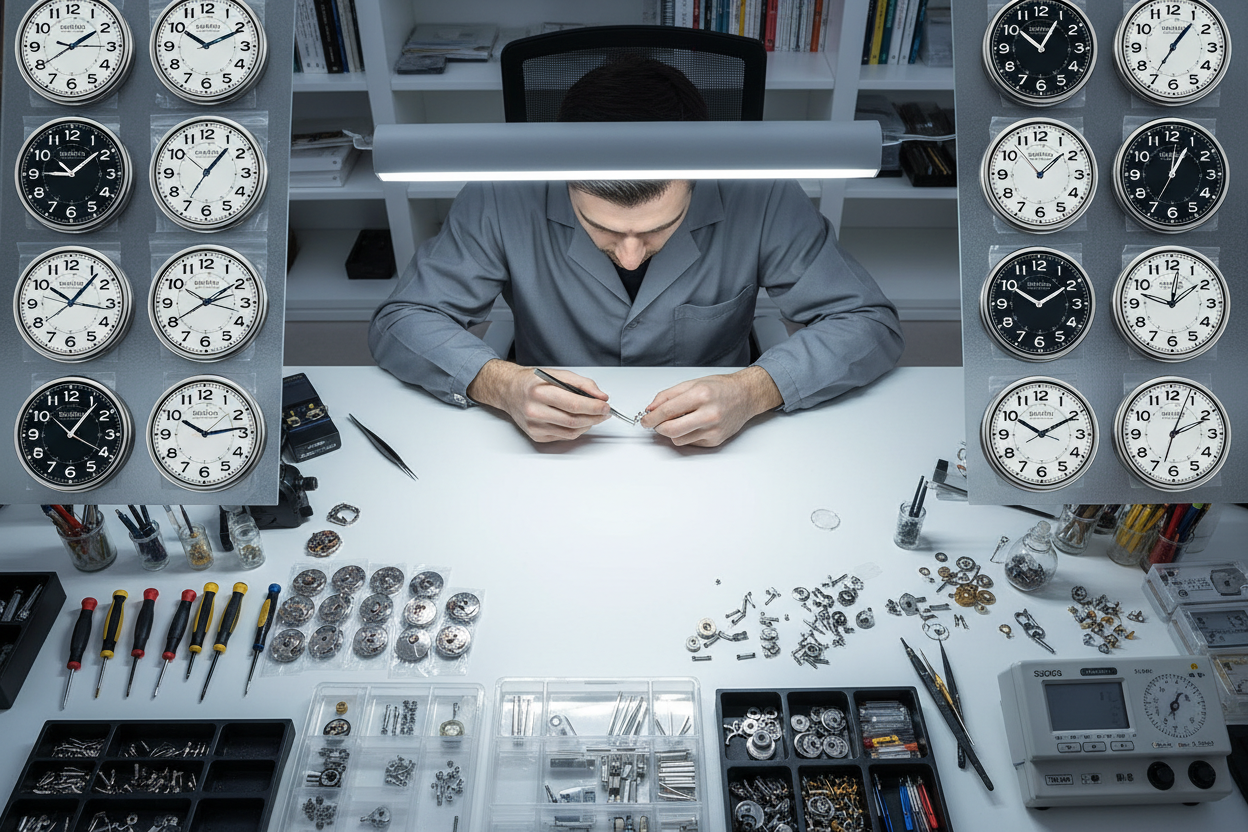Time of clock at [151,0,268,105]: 10:10
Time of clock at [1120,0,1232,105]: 7:06
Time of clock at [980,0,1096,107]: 10:05
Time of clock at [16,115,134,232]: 9:08
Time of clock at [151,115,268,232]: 1:06
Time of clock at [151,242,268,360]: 2:09
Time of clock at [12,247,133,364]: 10:07
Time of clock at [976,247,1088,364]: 10:09
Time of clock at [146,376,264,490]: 10:13
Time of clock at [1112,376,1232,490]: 2:03
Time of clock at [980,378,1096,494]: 10:10
